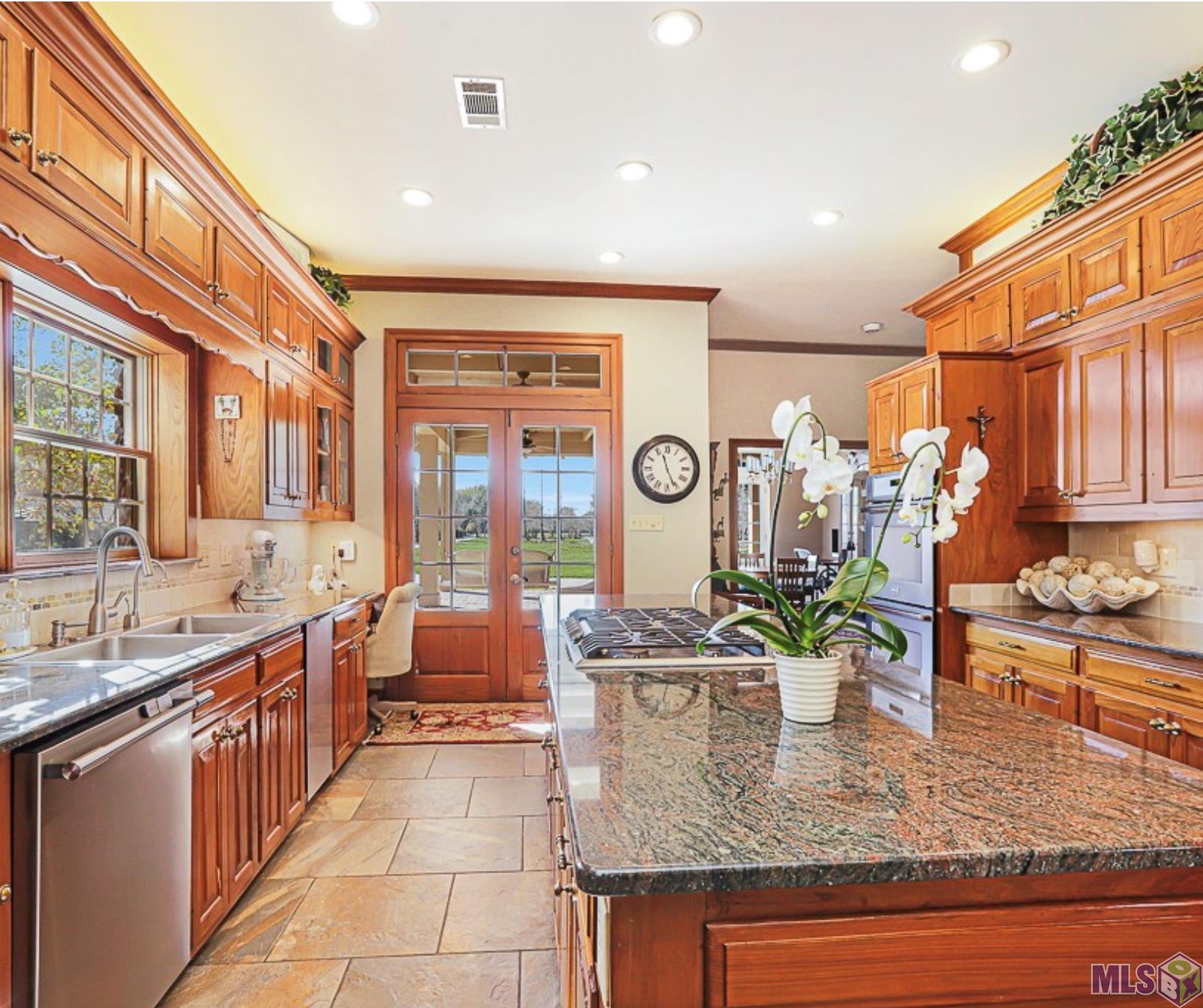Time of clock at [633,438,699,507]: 11:26
